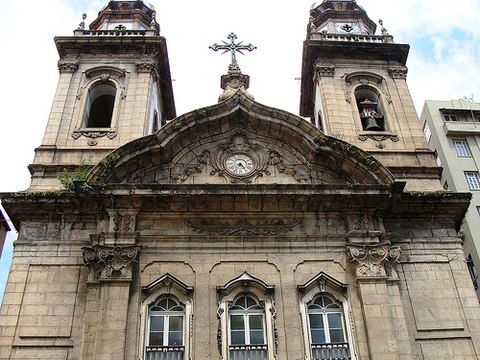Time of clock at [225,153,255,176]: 7:24
